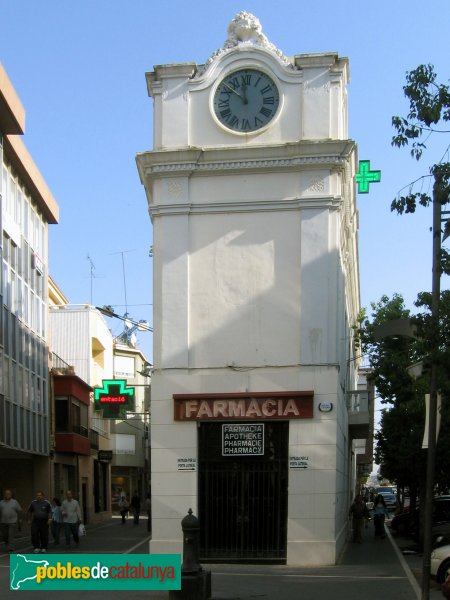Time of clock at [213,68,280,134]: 11:51
